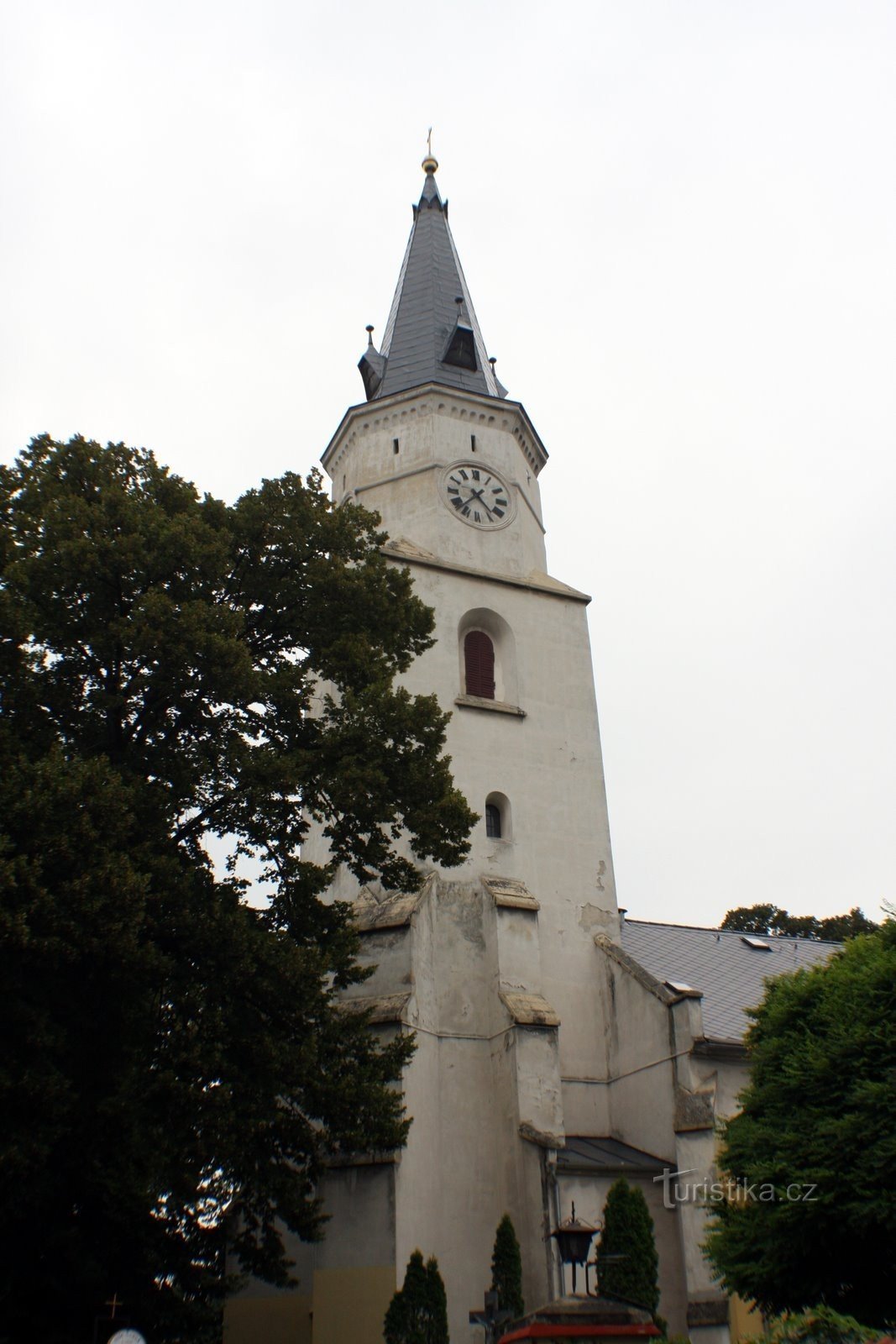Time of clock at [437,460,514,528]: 4:37
